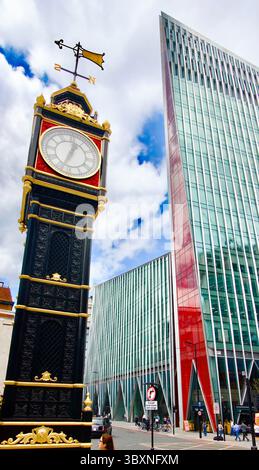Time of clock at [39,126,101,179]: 12:33
